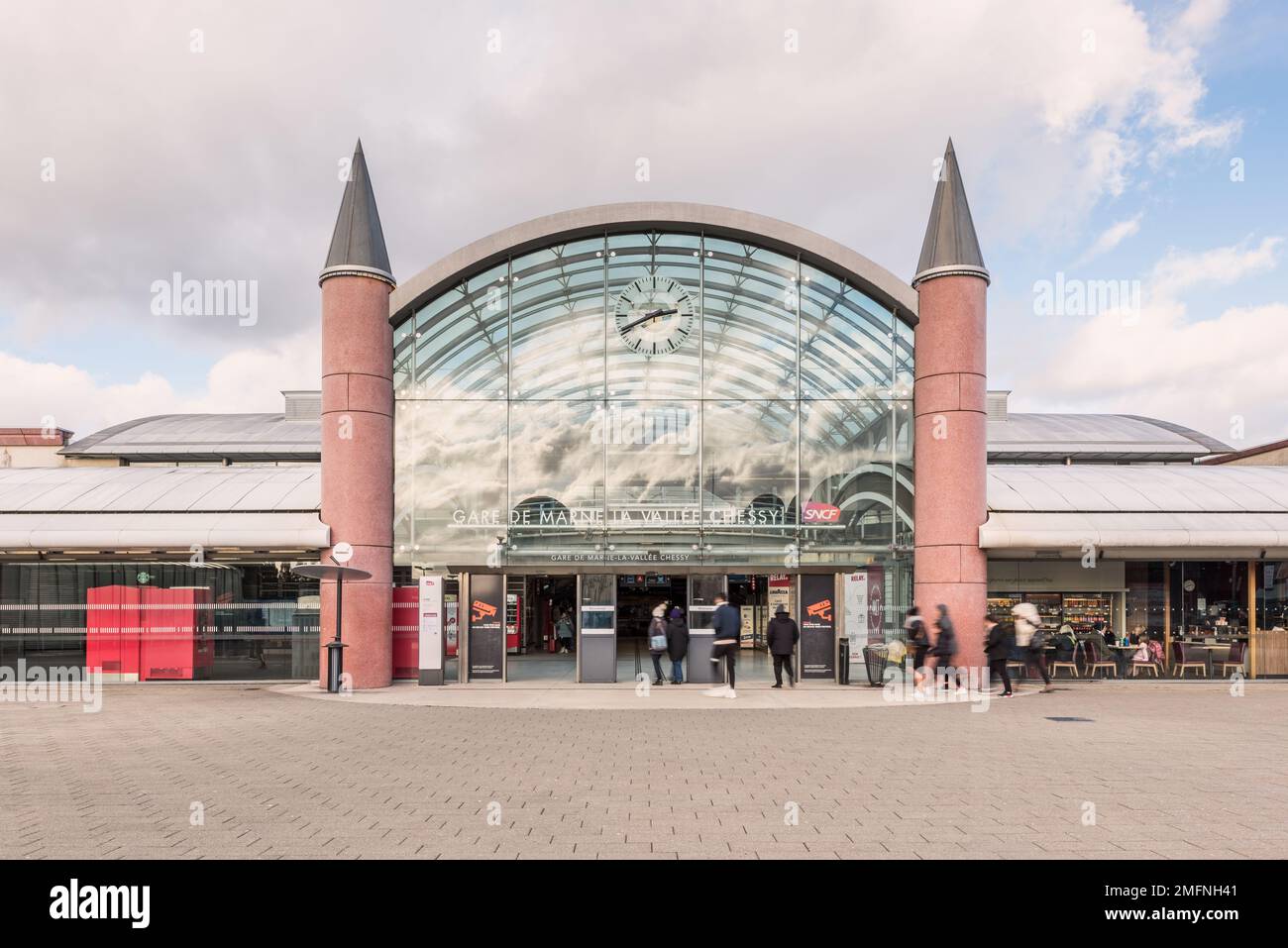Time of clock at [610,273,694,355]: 2:40
